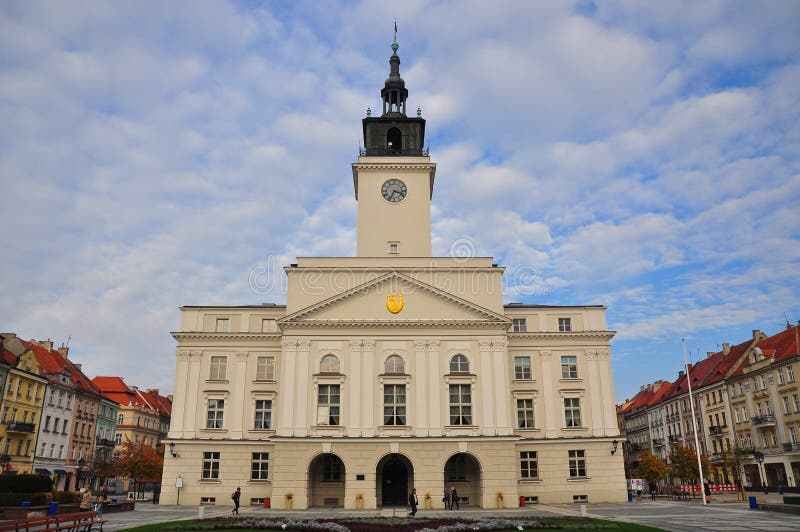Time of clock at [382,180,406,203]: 3:34
